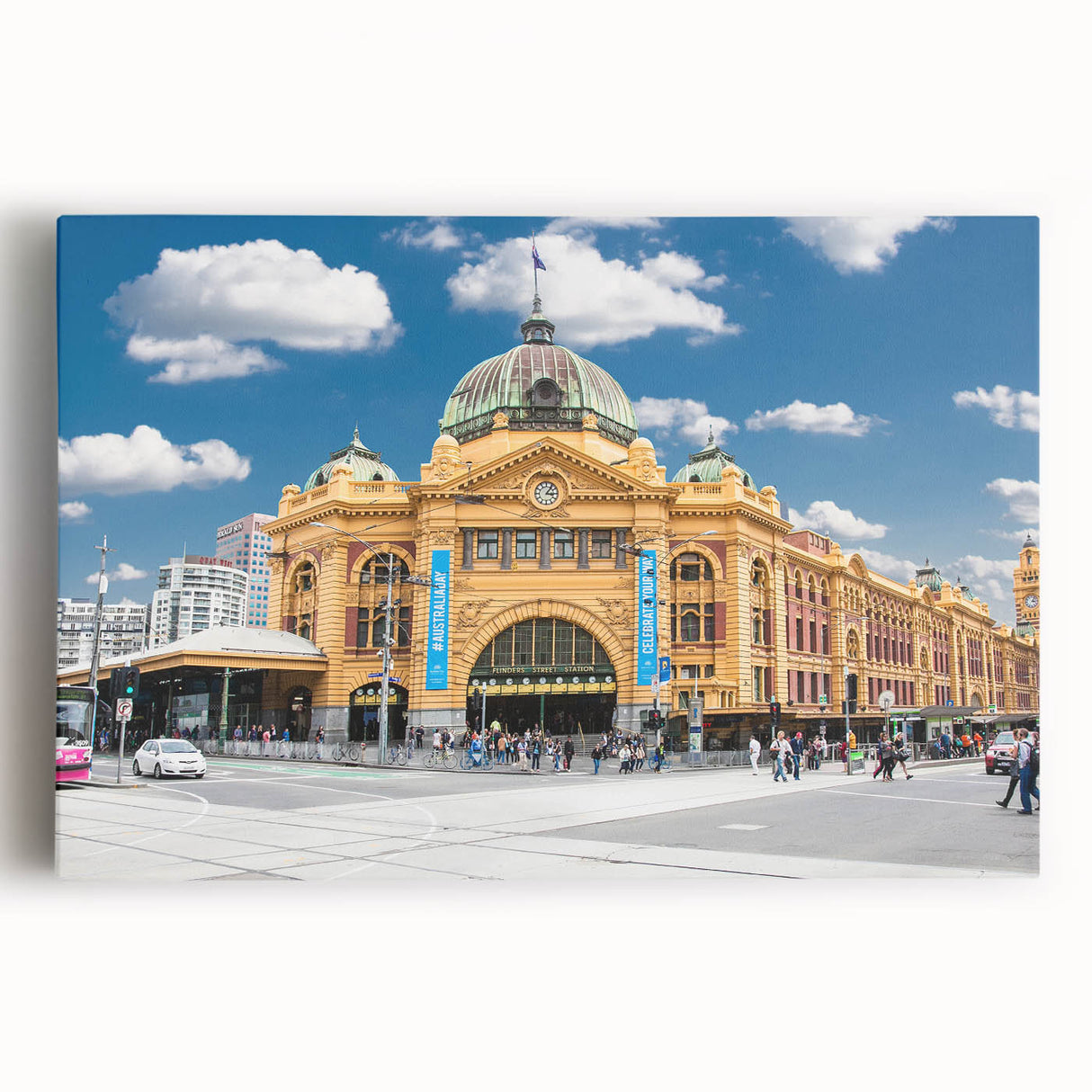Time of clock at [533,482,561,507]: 3:06
